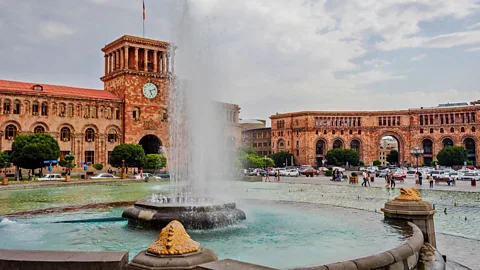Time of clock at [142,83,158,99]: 5:11
